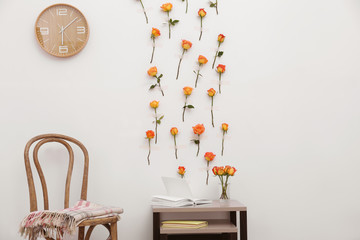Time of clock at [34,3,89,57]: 6:08
